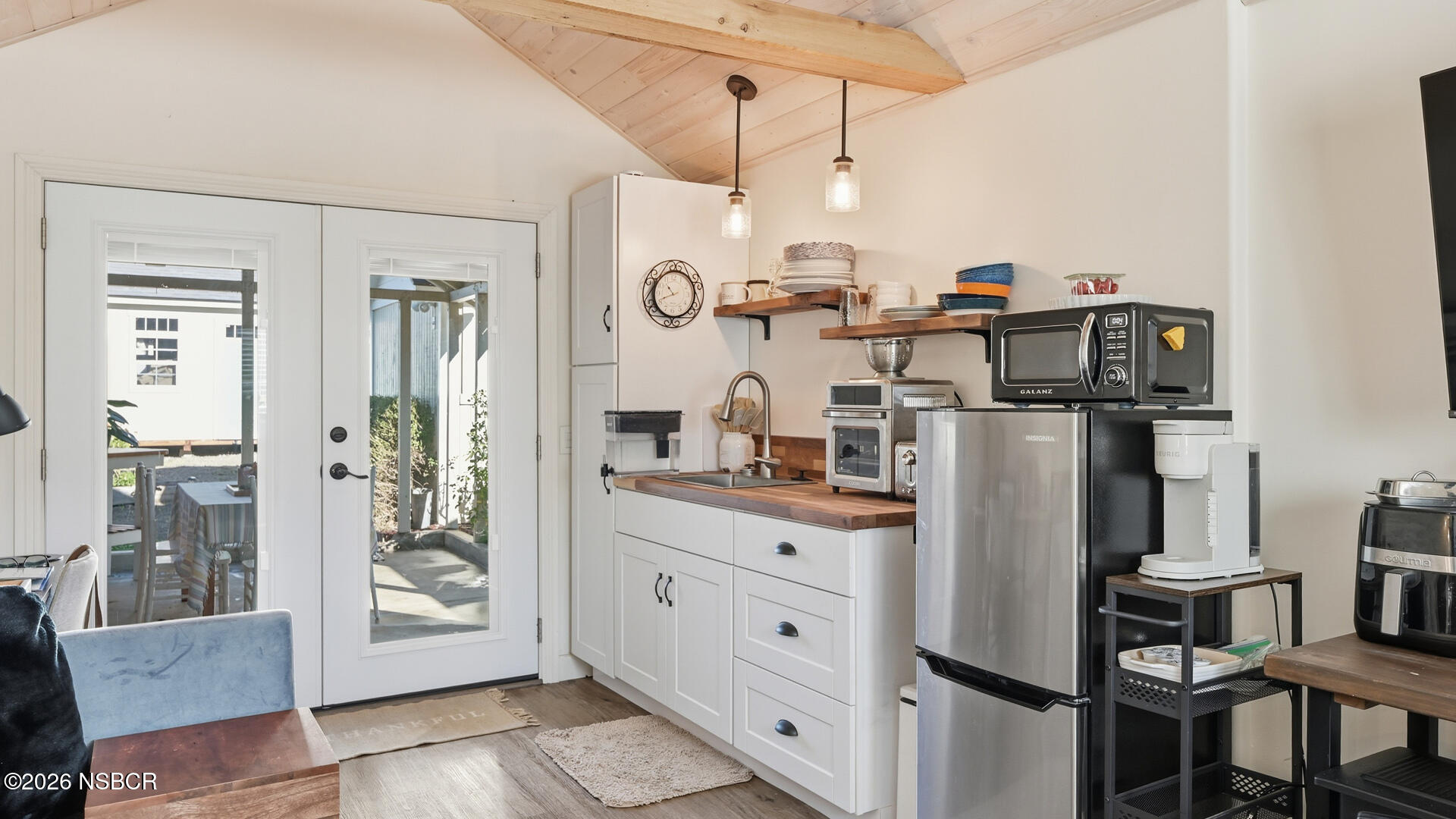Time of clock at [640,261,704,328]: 10:41
